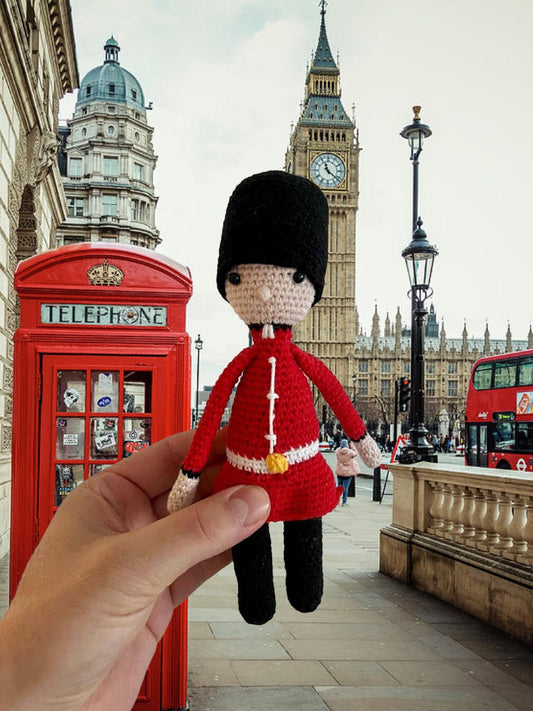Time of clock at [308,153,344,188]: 11:21
